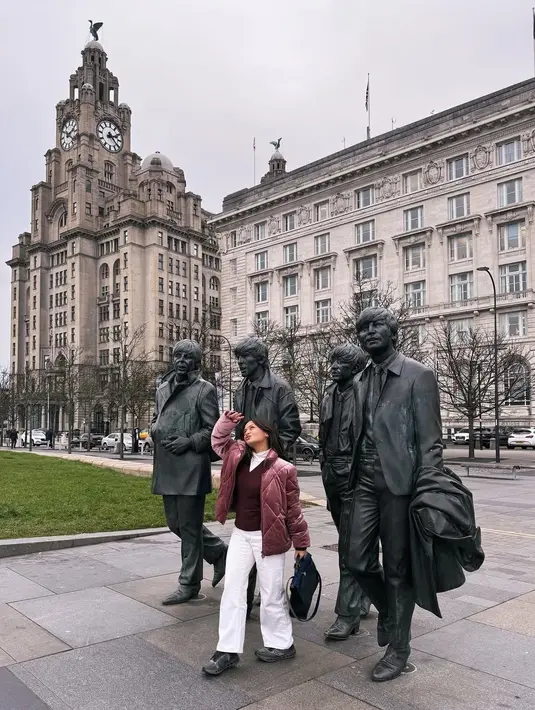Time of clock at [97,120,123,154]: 2:21
